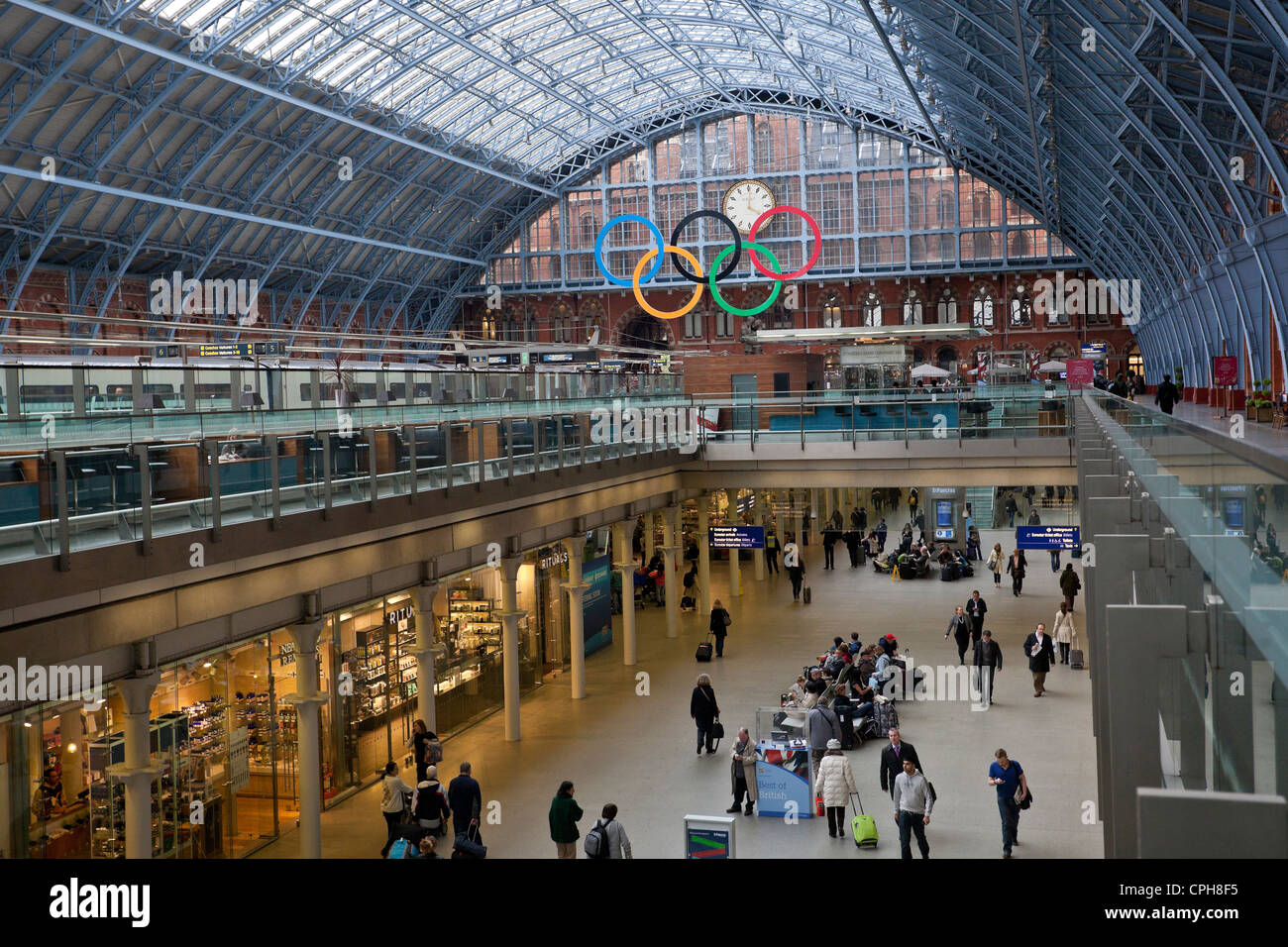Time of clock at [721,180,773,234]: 4:01
